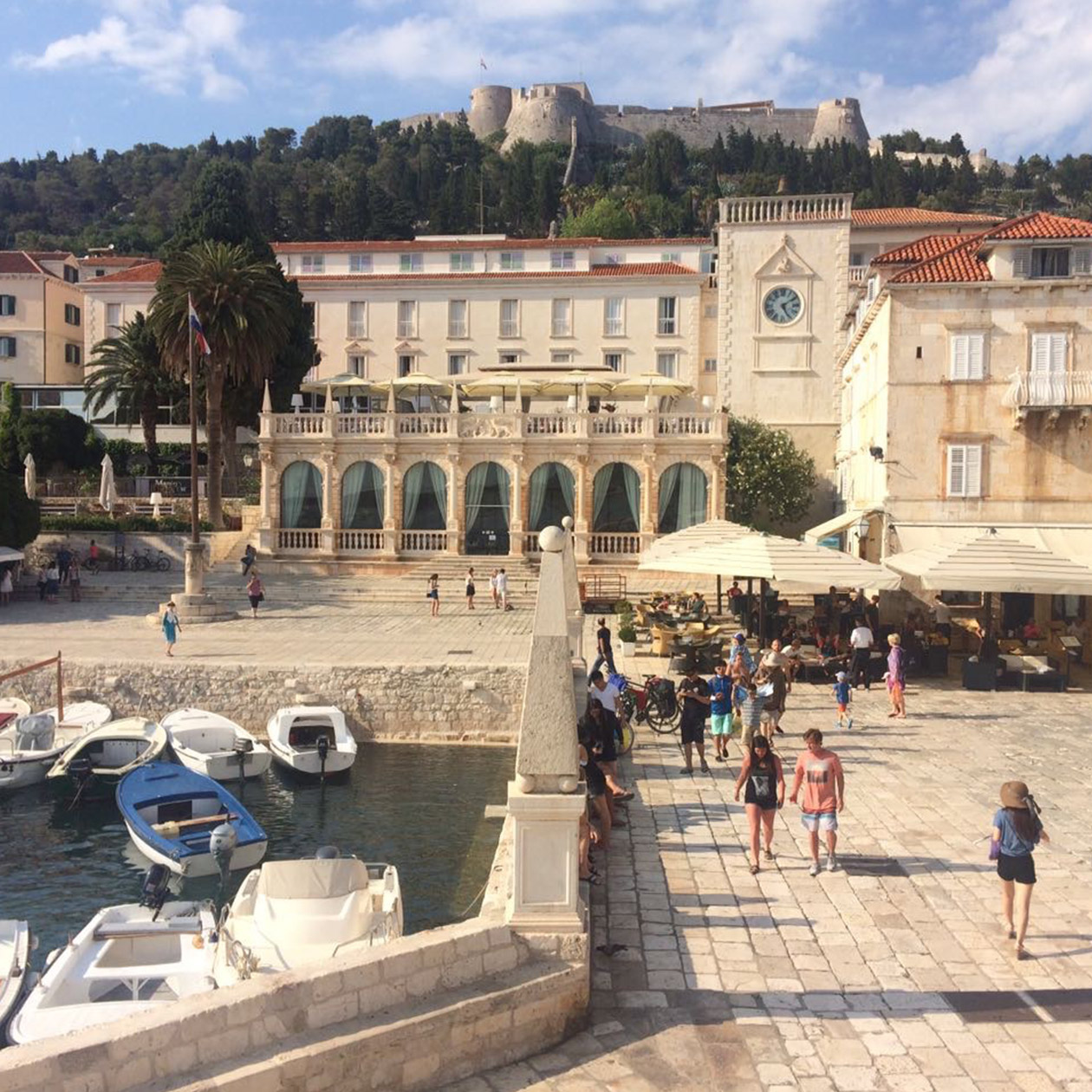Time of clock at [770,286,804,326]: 5:09
